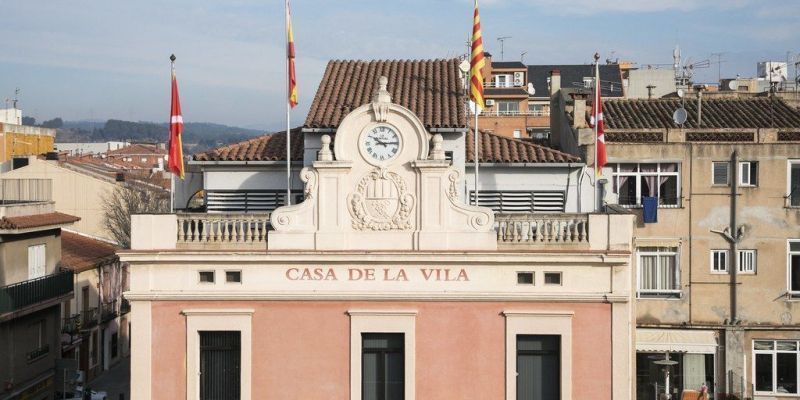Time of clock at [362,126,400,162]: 10:14
